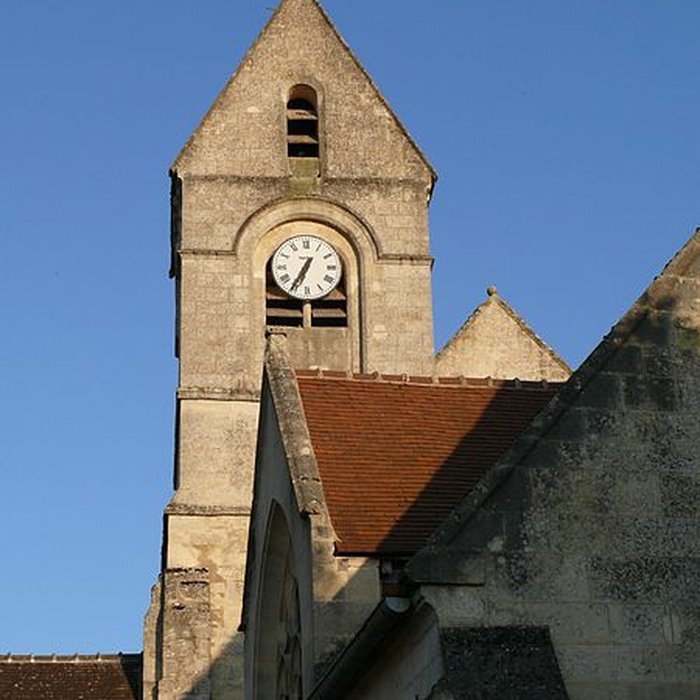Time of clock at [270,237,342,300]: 6:35
